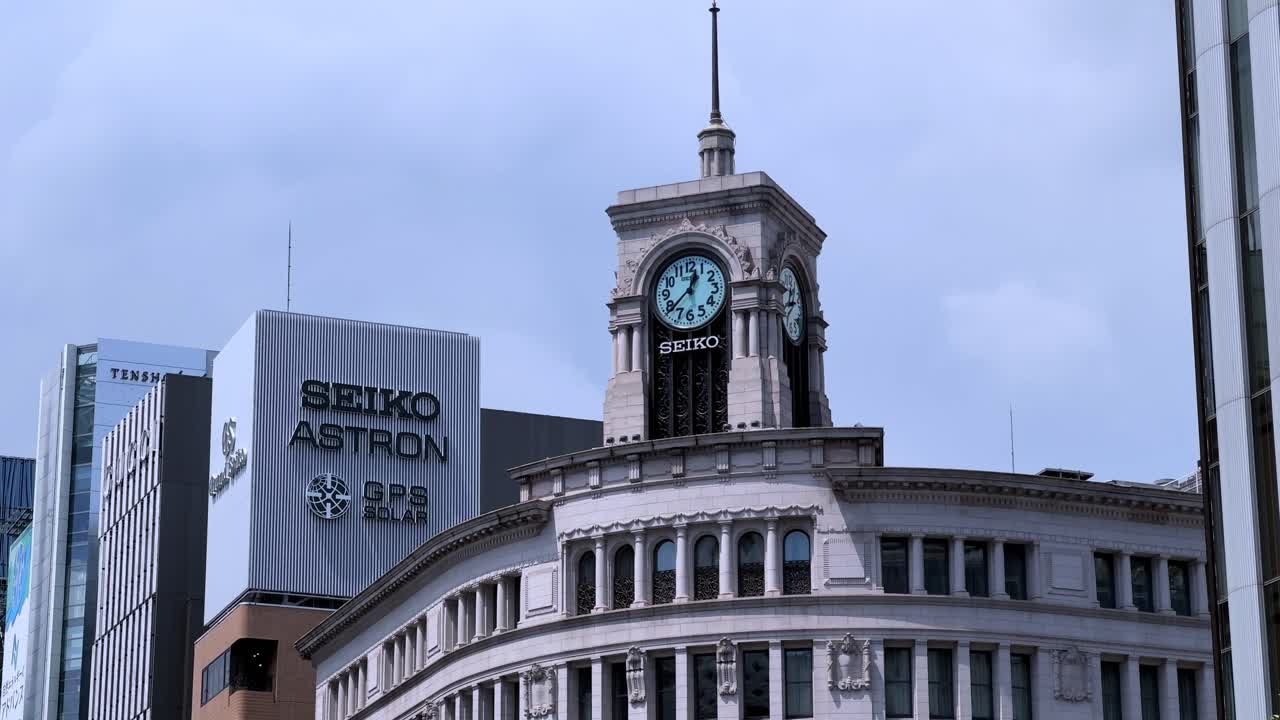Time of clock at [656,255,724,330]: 12:37
